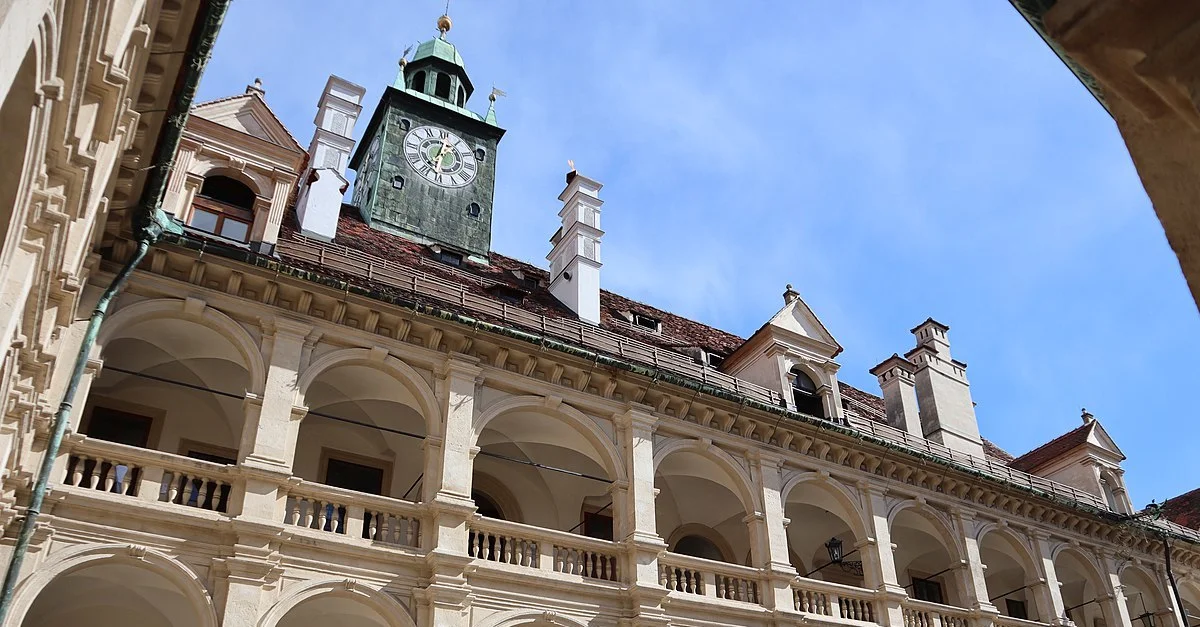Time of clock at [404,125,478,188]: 12:05
